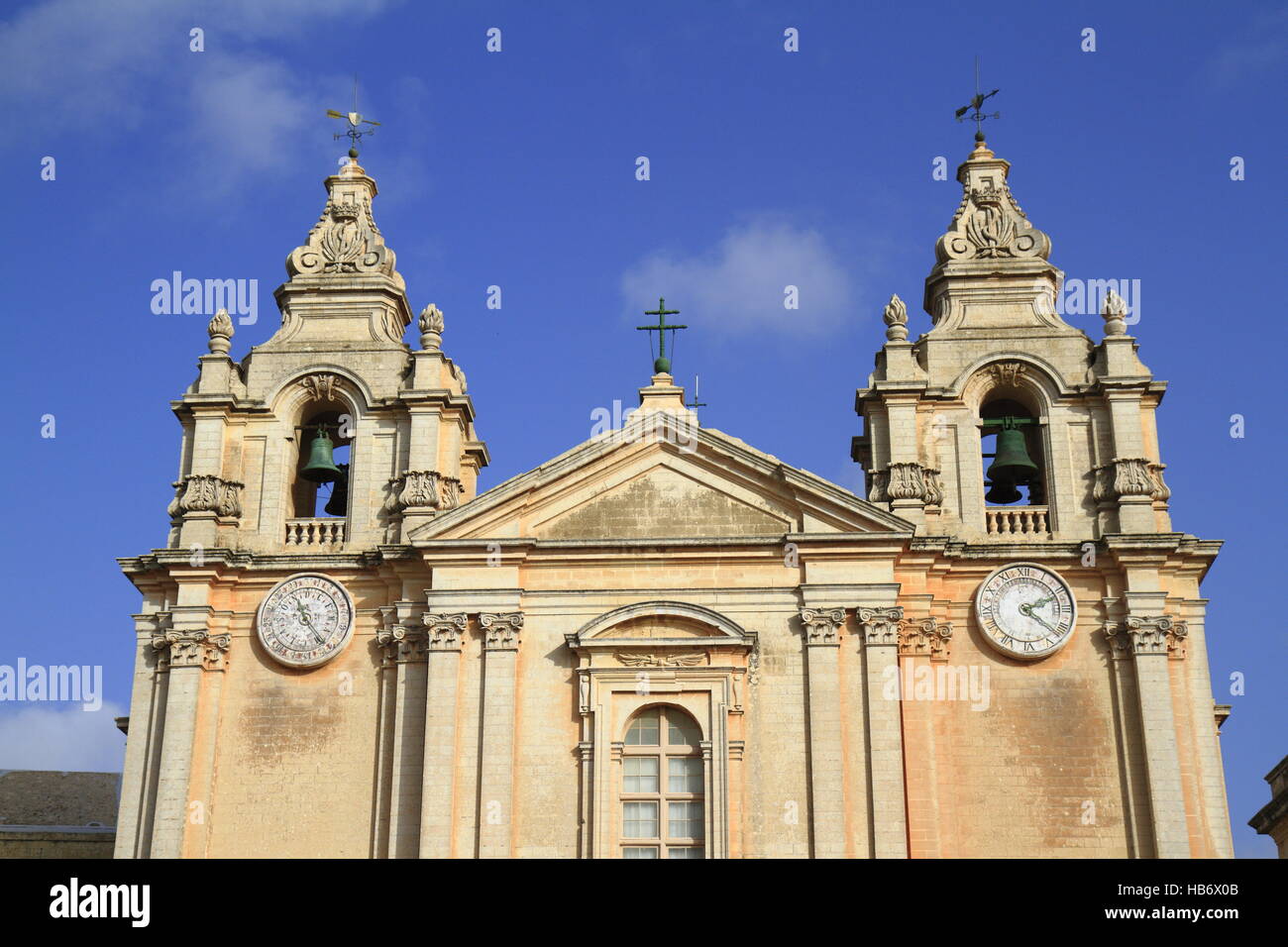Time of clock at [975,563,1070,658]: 2:21
